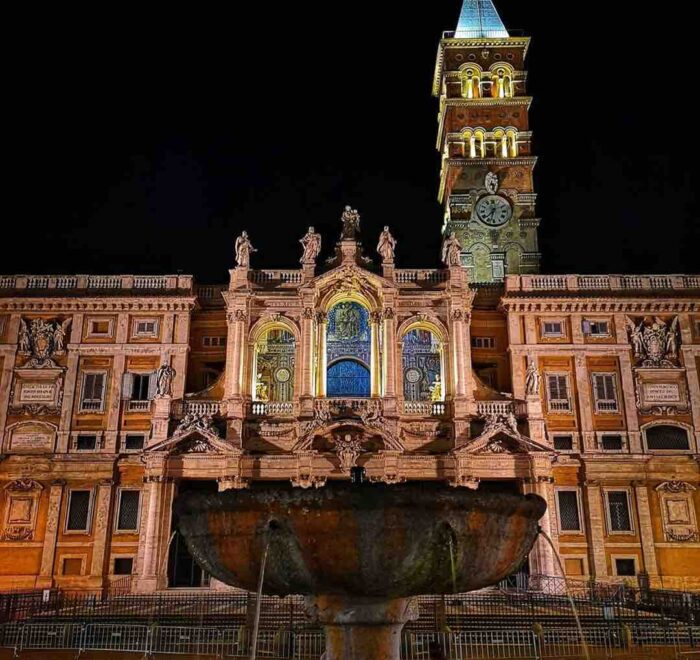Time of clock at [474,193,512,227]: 7:32
